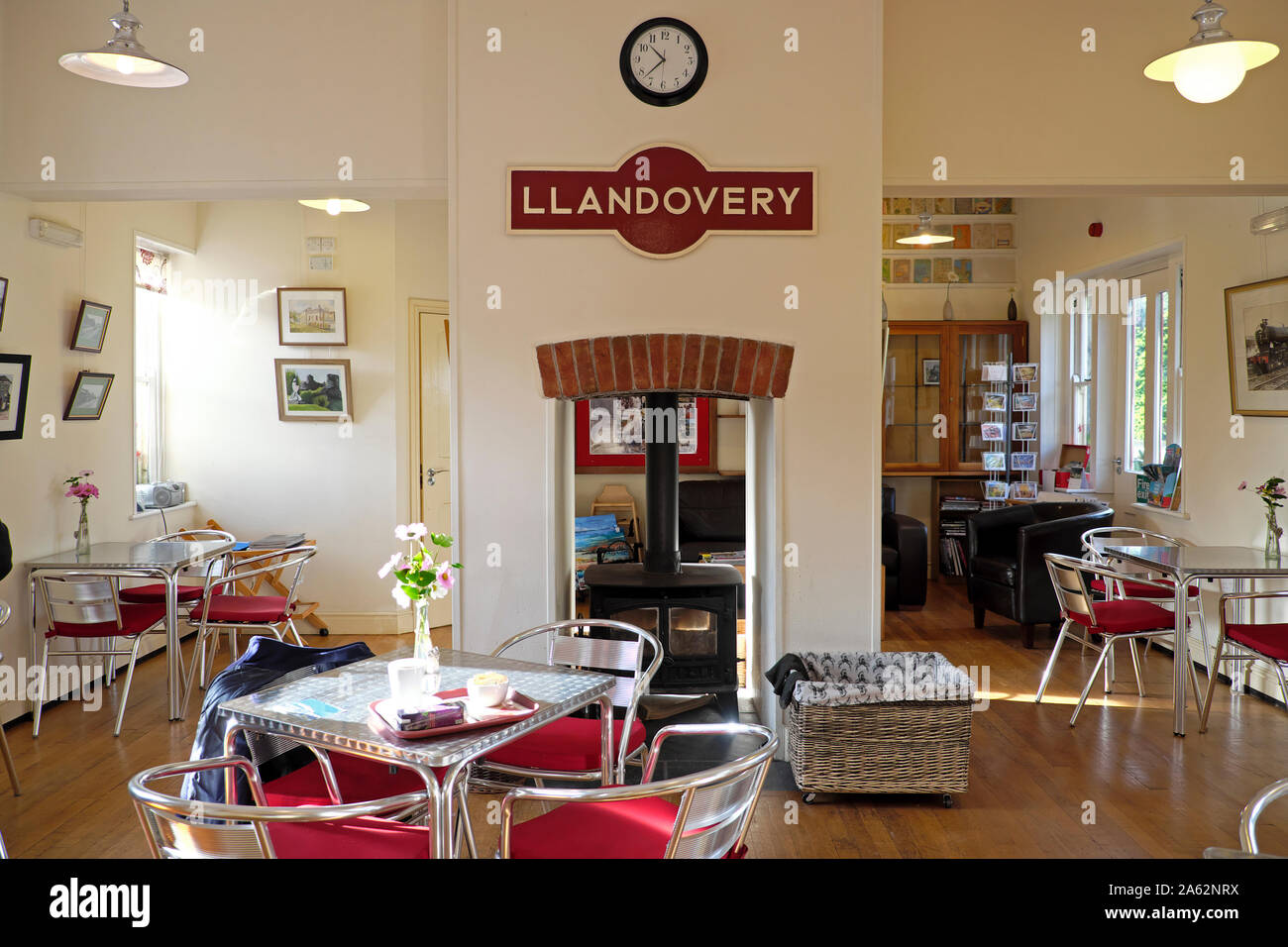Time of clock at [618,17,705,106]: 10:37
